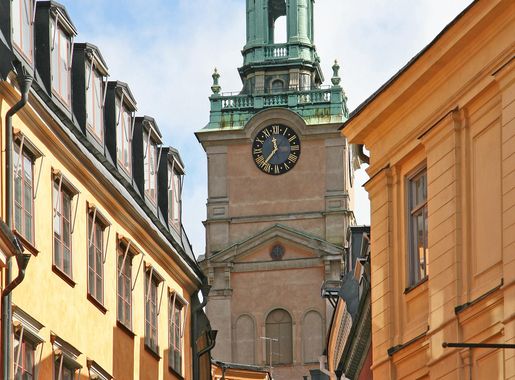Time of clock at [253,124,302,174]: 11:35
